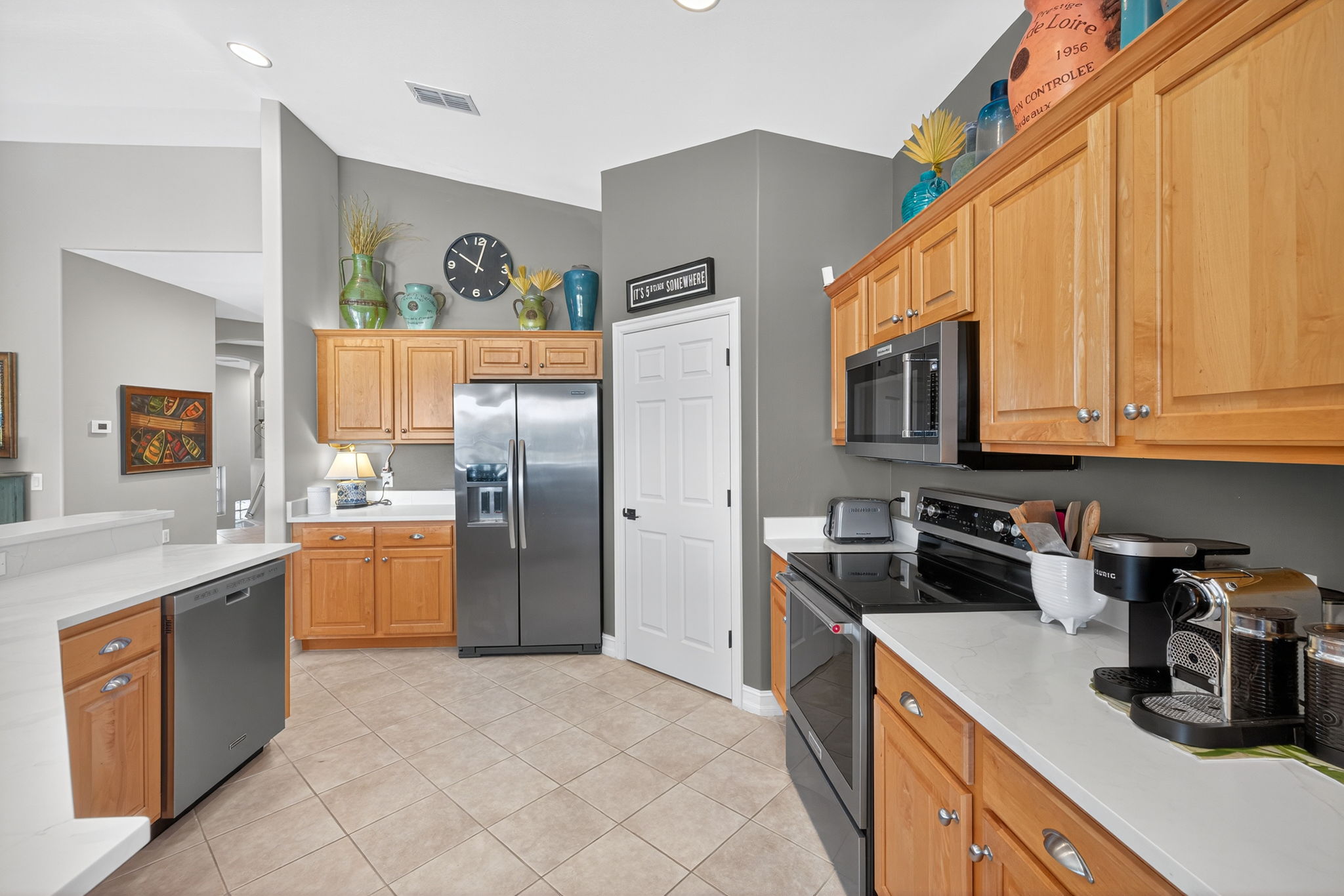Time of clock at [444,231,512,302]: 10:02
